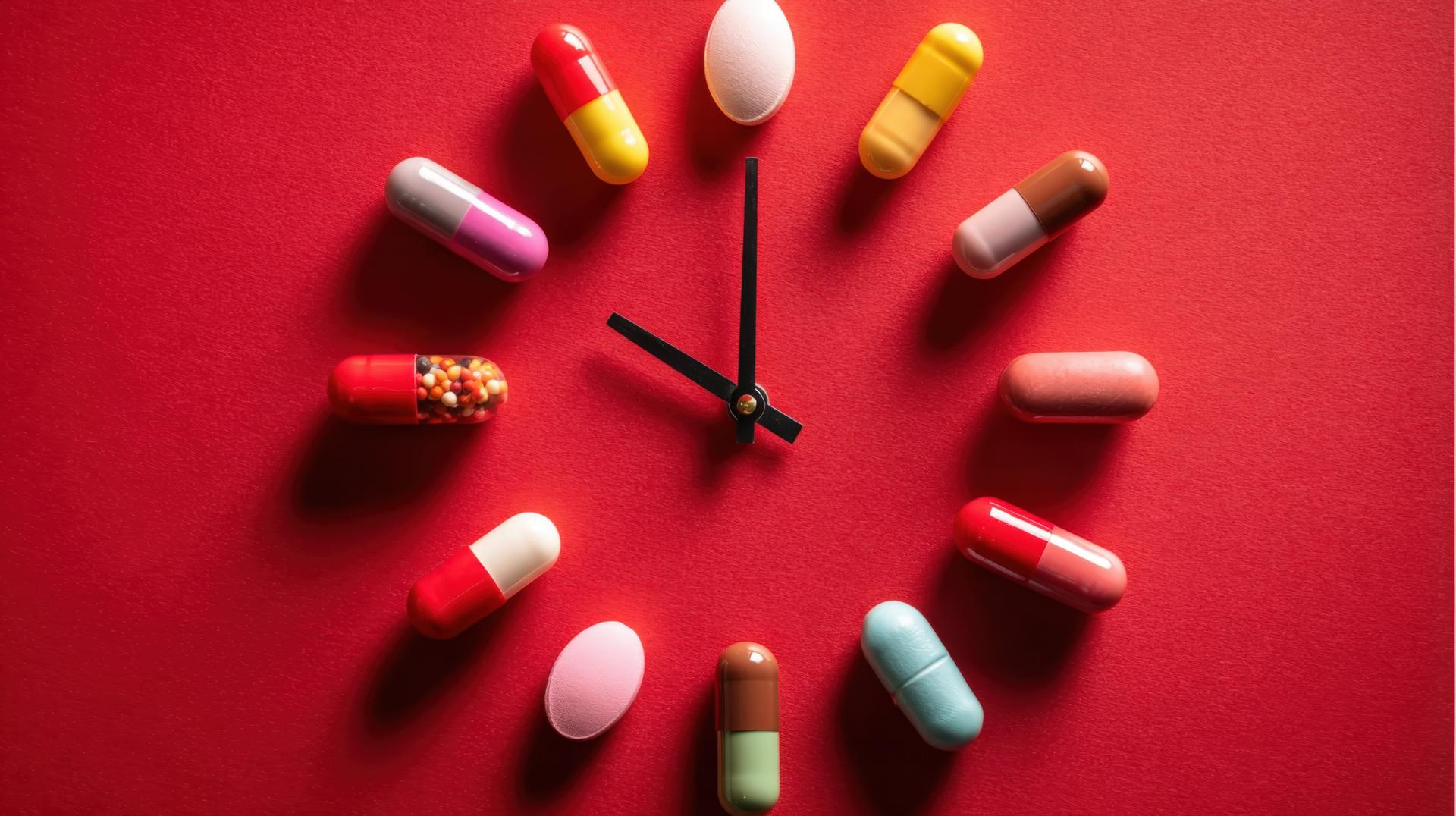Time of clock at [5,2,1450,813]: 10:00
